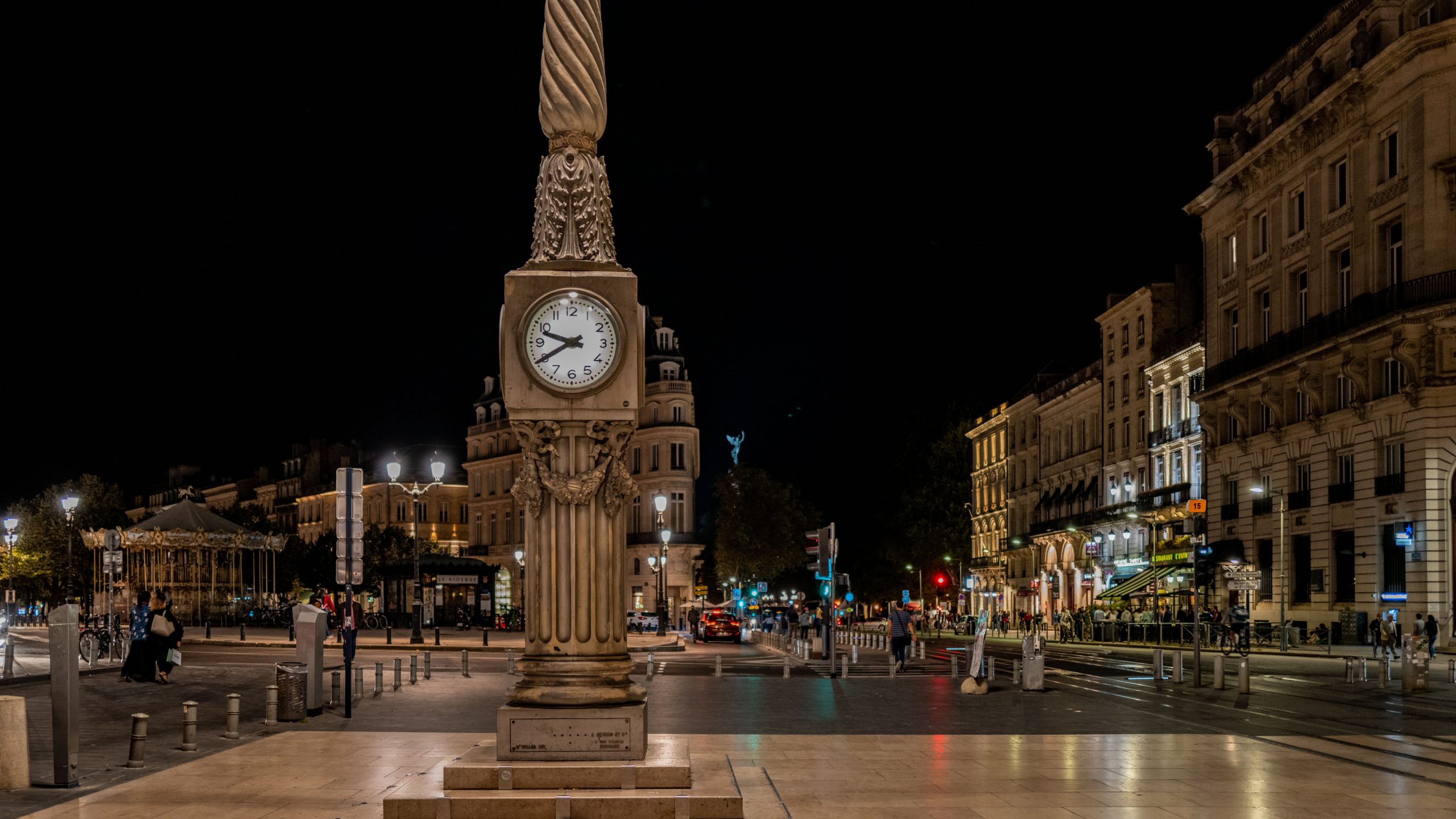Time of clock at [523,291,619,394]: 9:40
